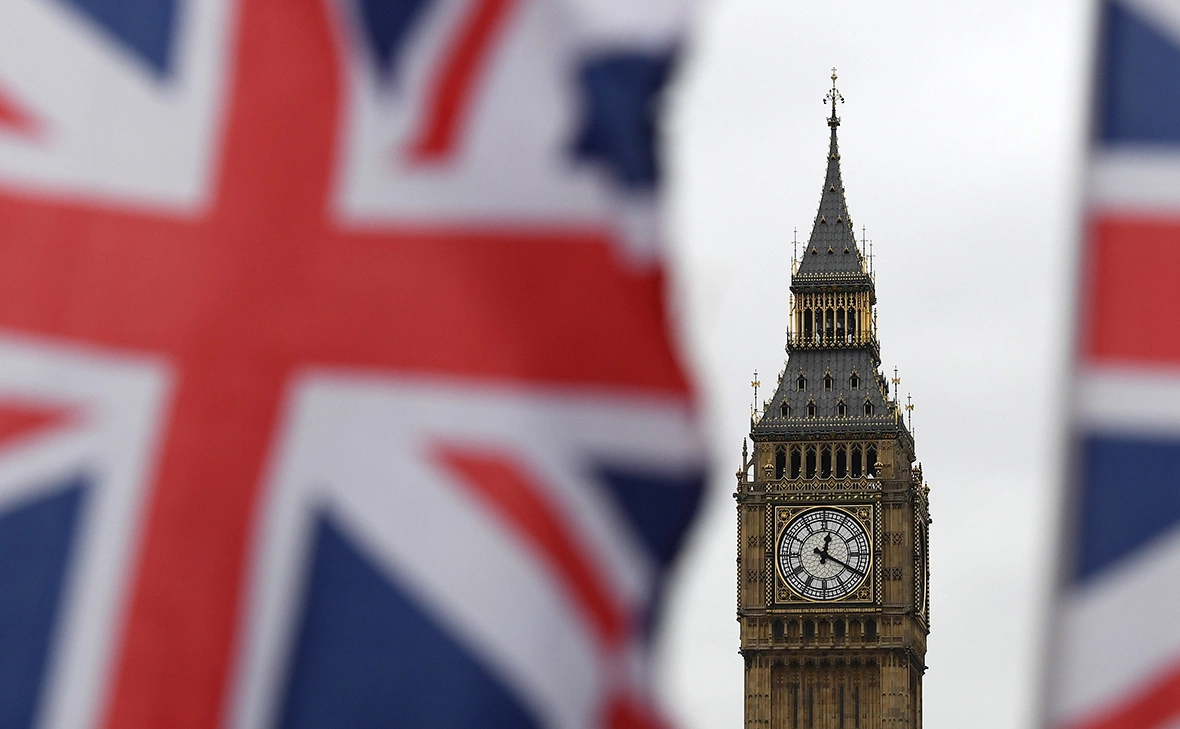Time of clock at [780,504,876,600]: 12:19
